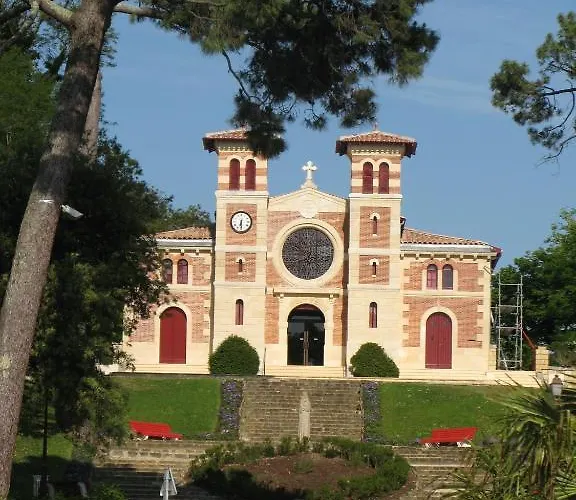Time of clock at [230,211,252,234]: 6:29
